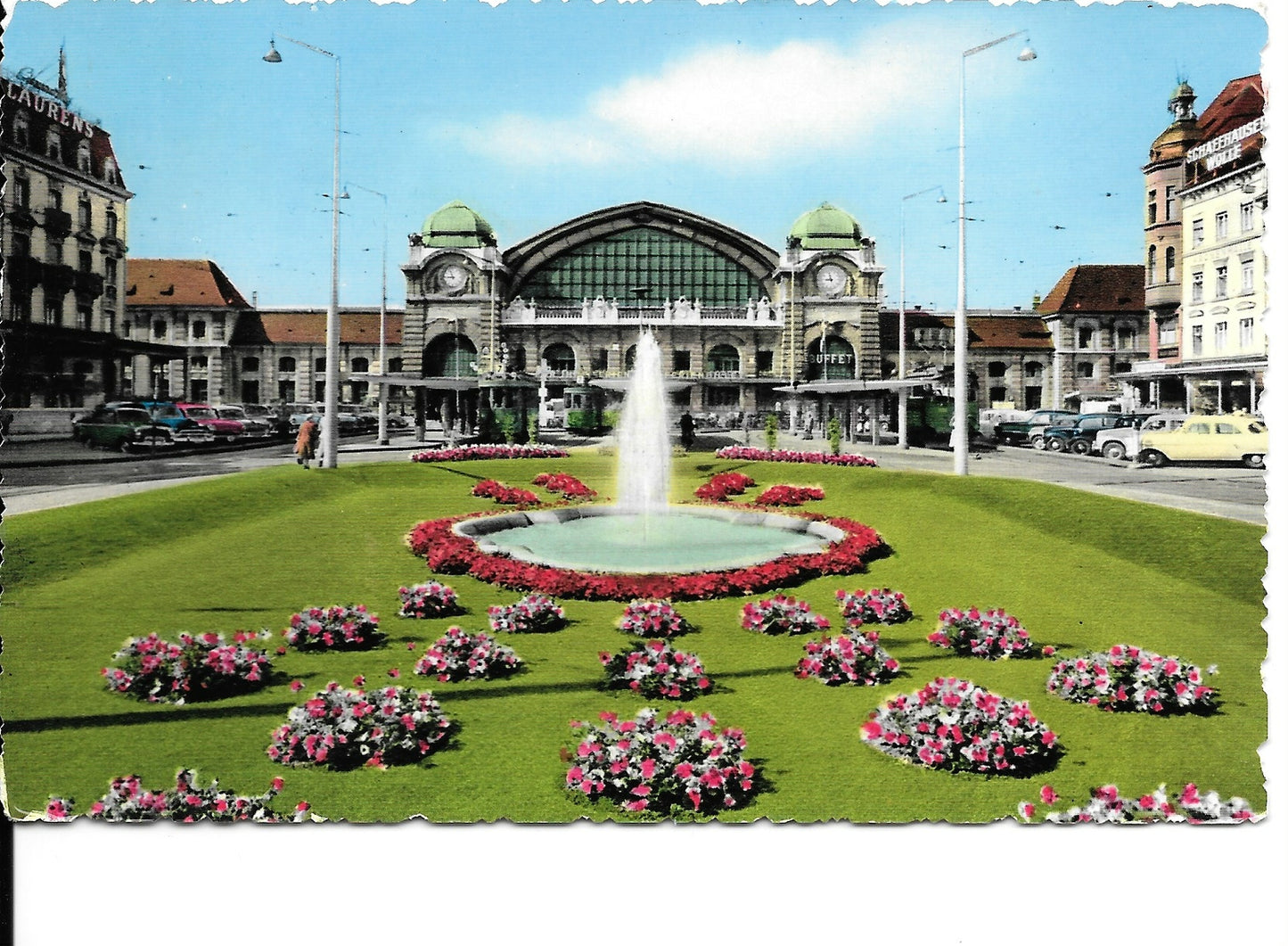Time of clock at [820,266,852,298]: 8:57
